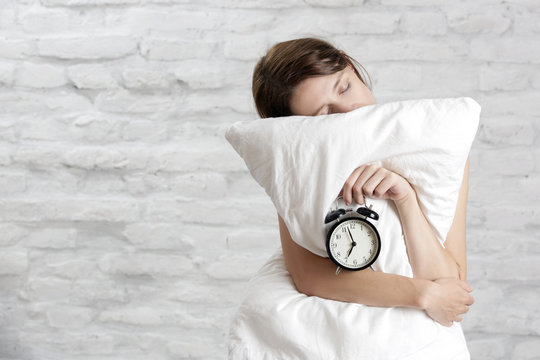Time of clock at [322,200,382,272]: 6:57
